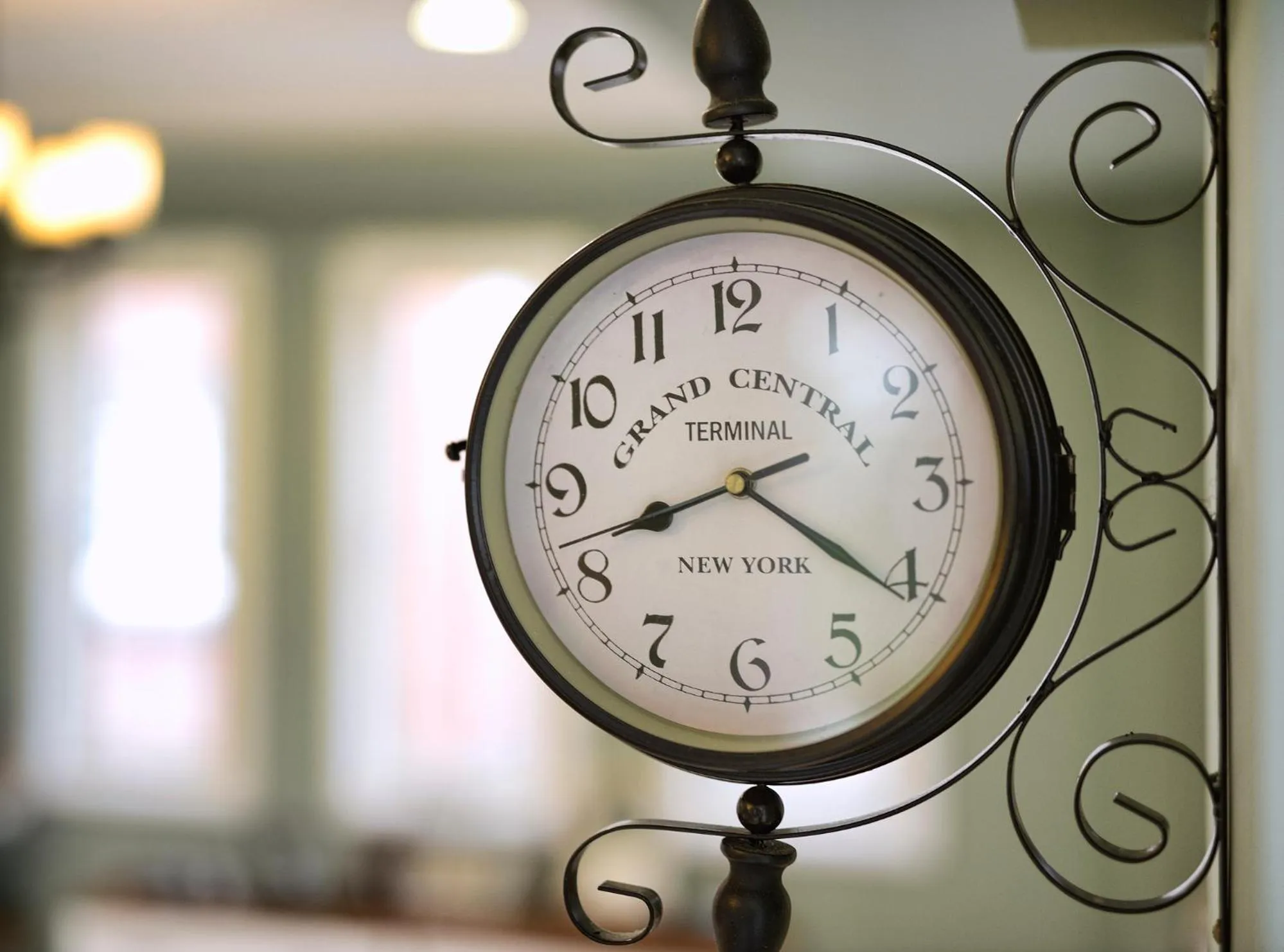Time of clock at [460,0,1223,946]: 8:21
